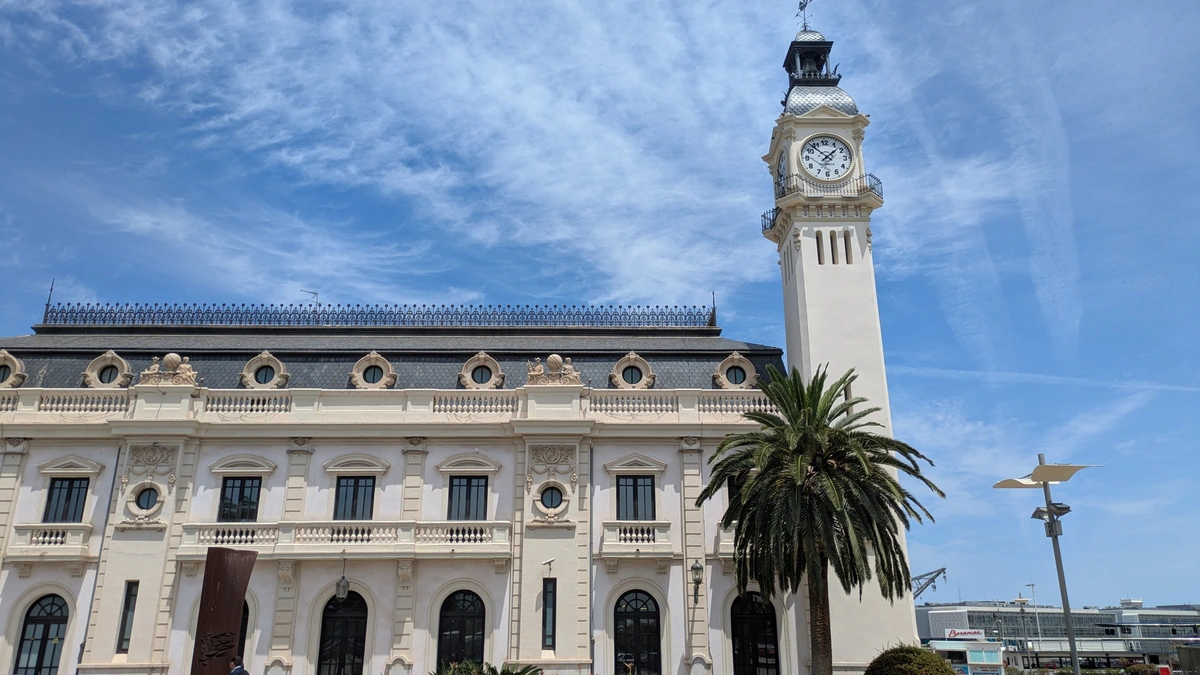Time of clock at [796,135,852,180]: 1:52
